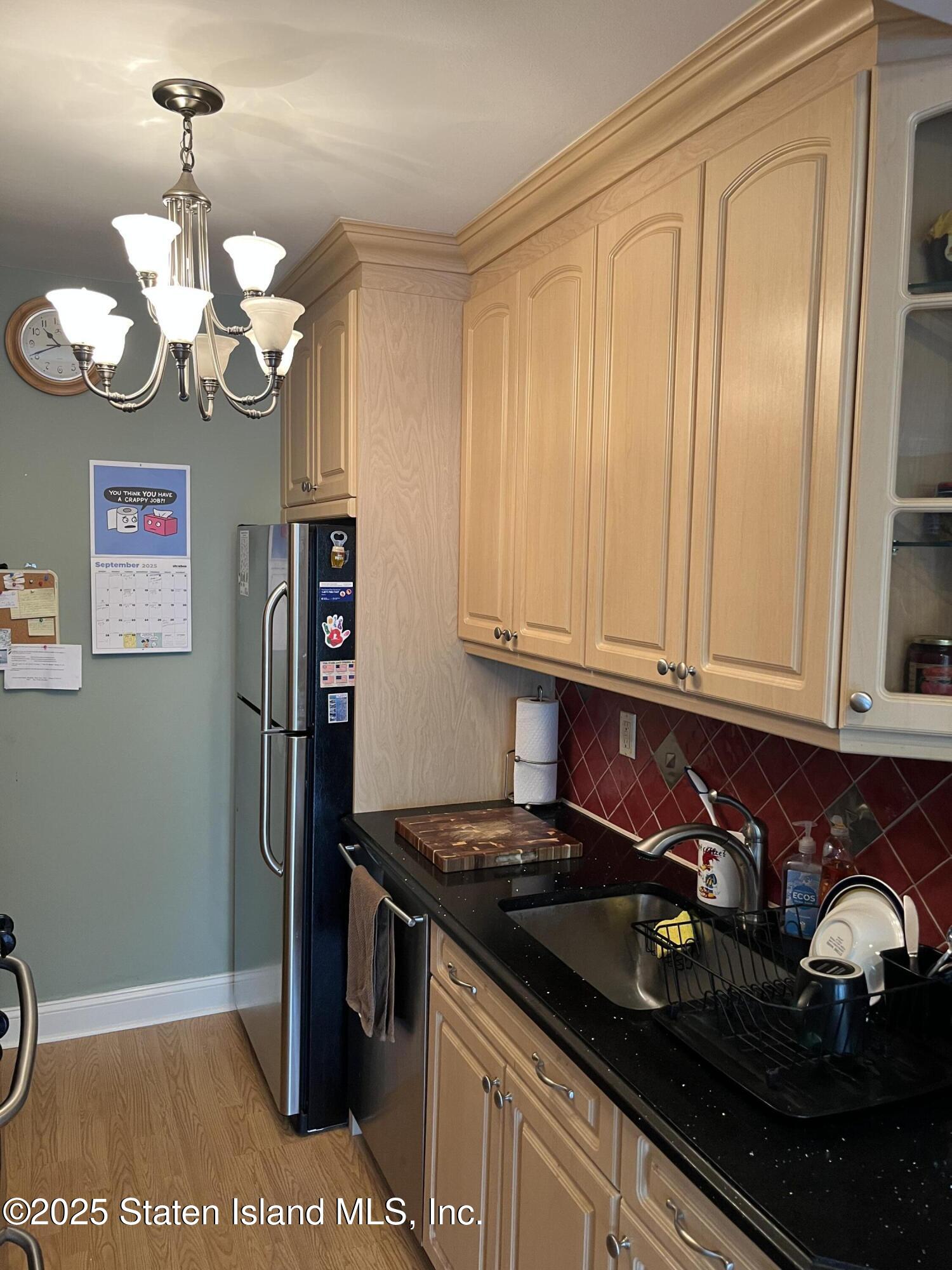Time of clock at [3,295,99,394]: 10:41
